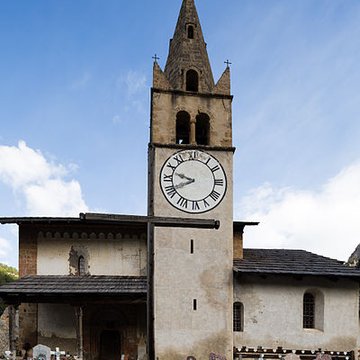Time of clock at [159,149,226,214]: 9:41
